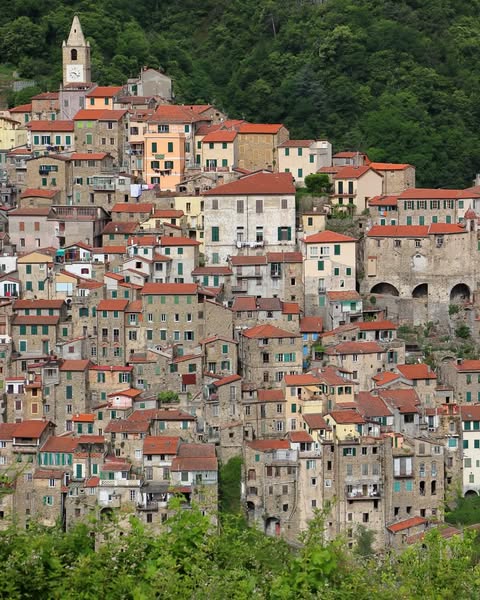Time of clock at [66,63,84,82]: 9:22
